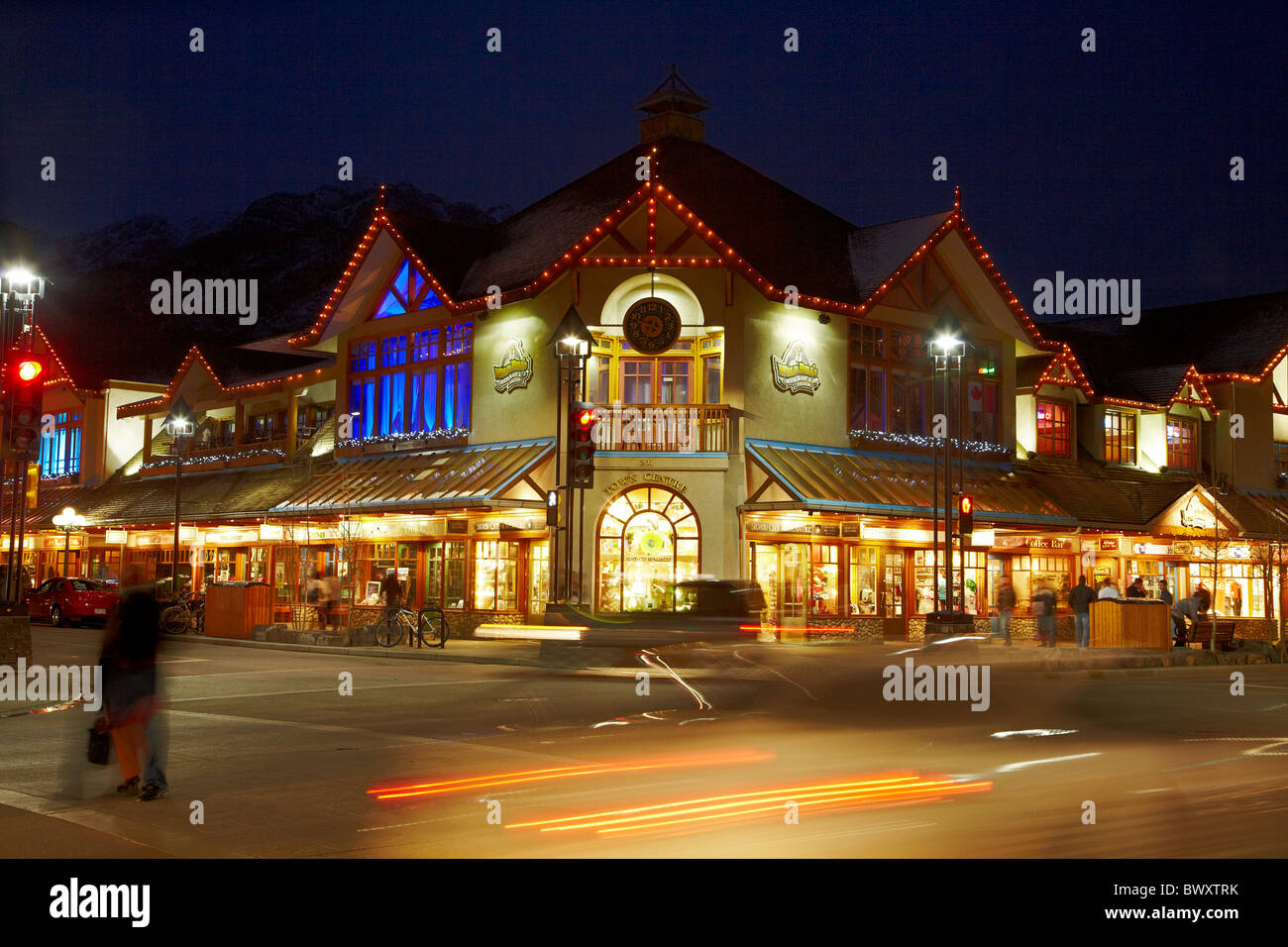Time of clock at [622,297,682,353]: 6:47
